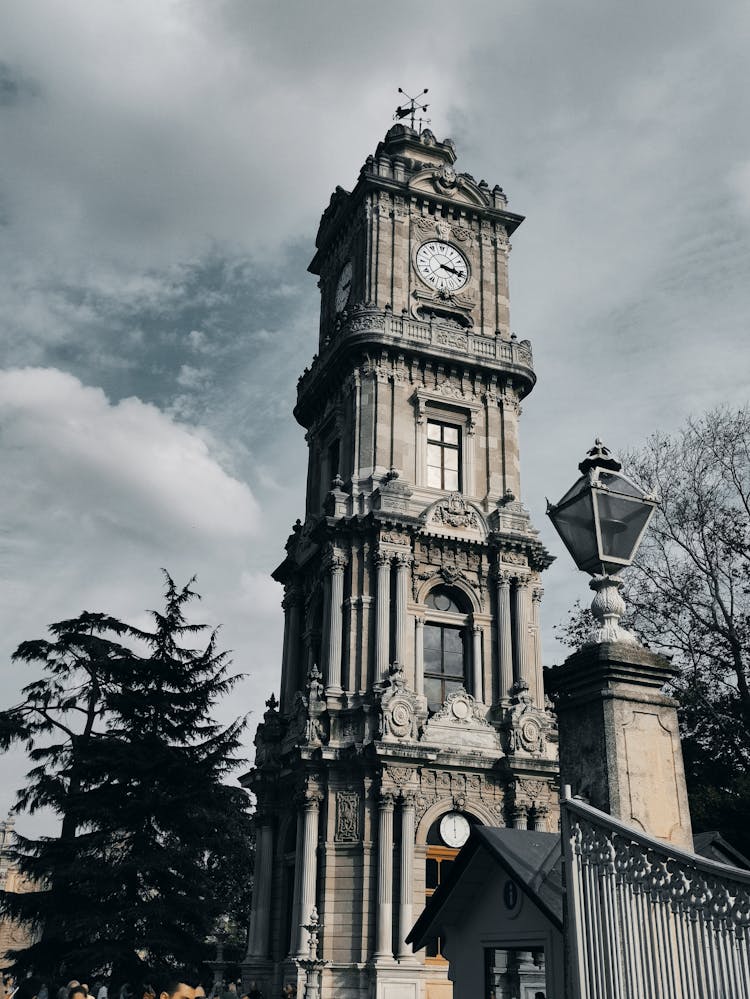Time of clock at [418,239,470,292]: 3:17
